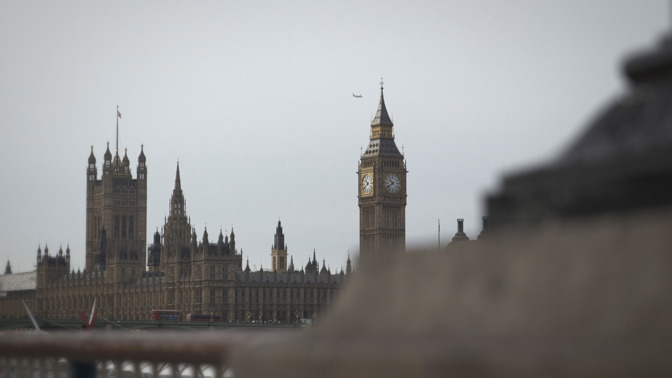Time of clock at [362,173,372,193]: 10:39
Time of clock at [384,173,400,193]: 10:38
